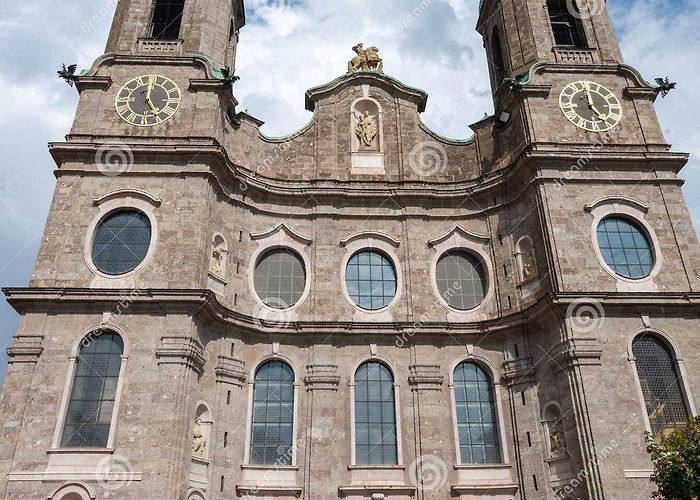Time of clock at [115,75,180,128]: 4:59
